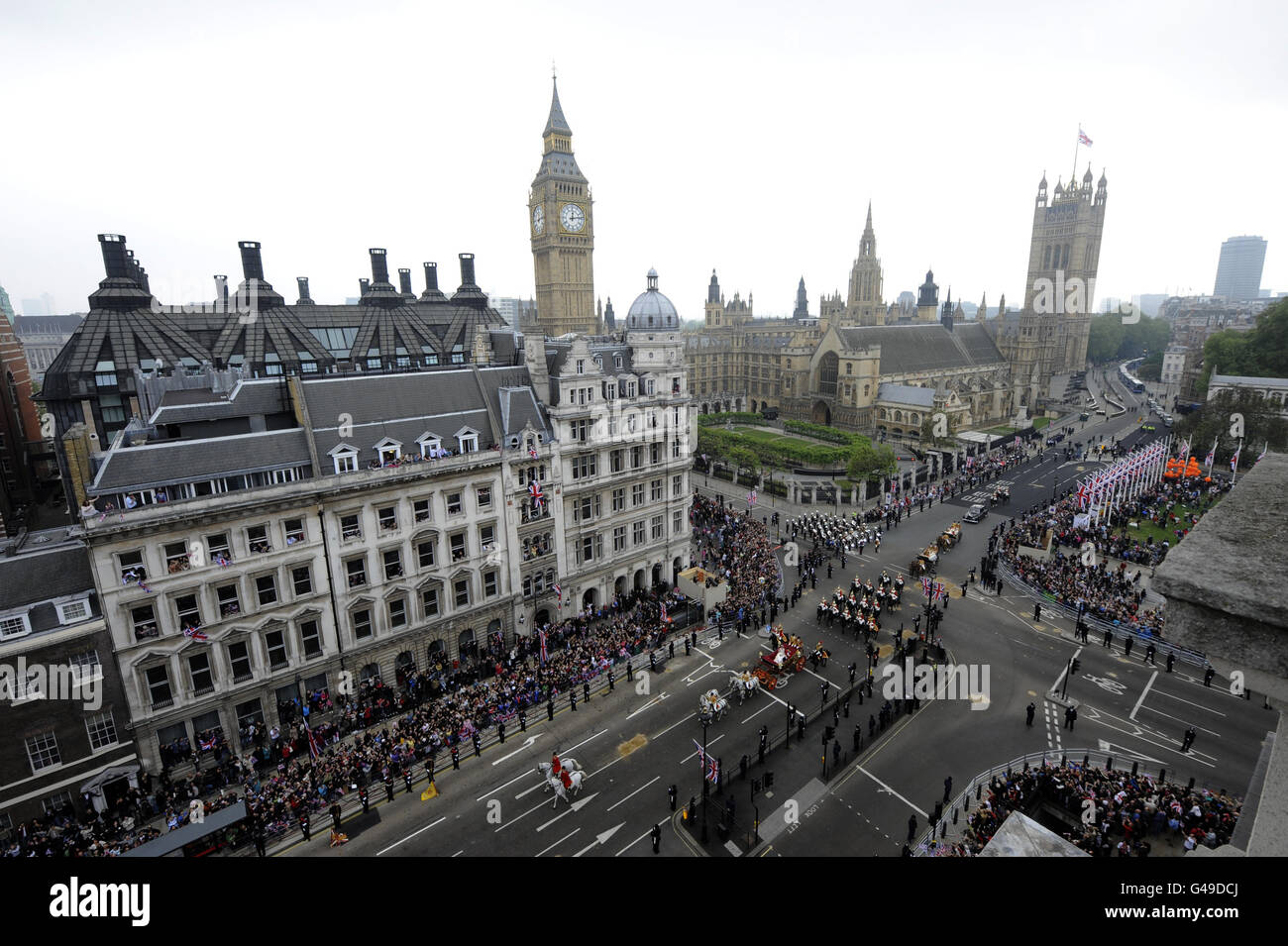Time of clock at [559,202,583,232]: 12:13
